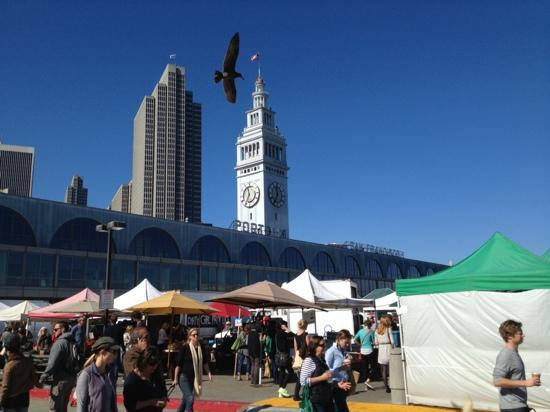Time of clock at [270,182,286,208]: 11:35
